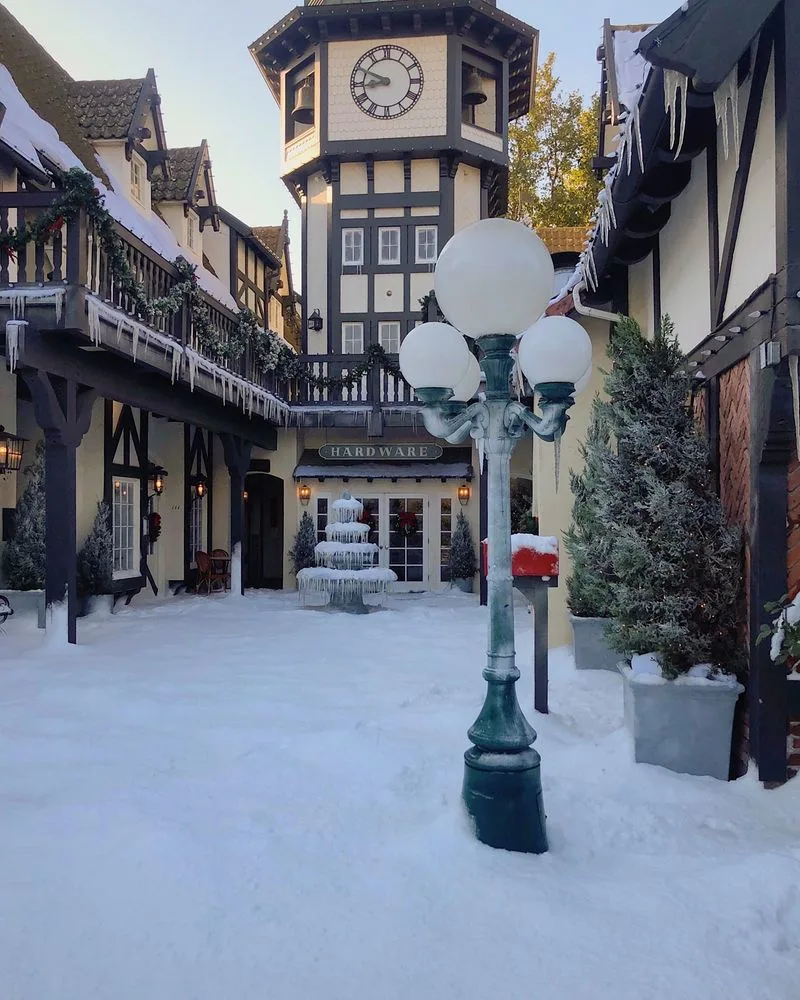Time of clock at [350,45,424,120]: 8:49
